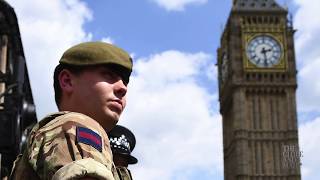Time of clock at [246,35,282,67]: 2:28
